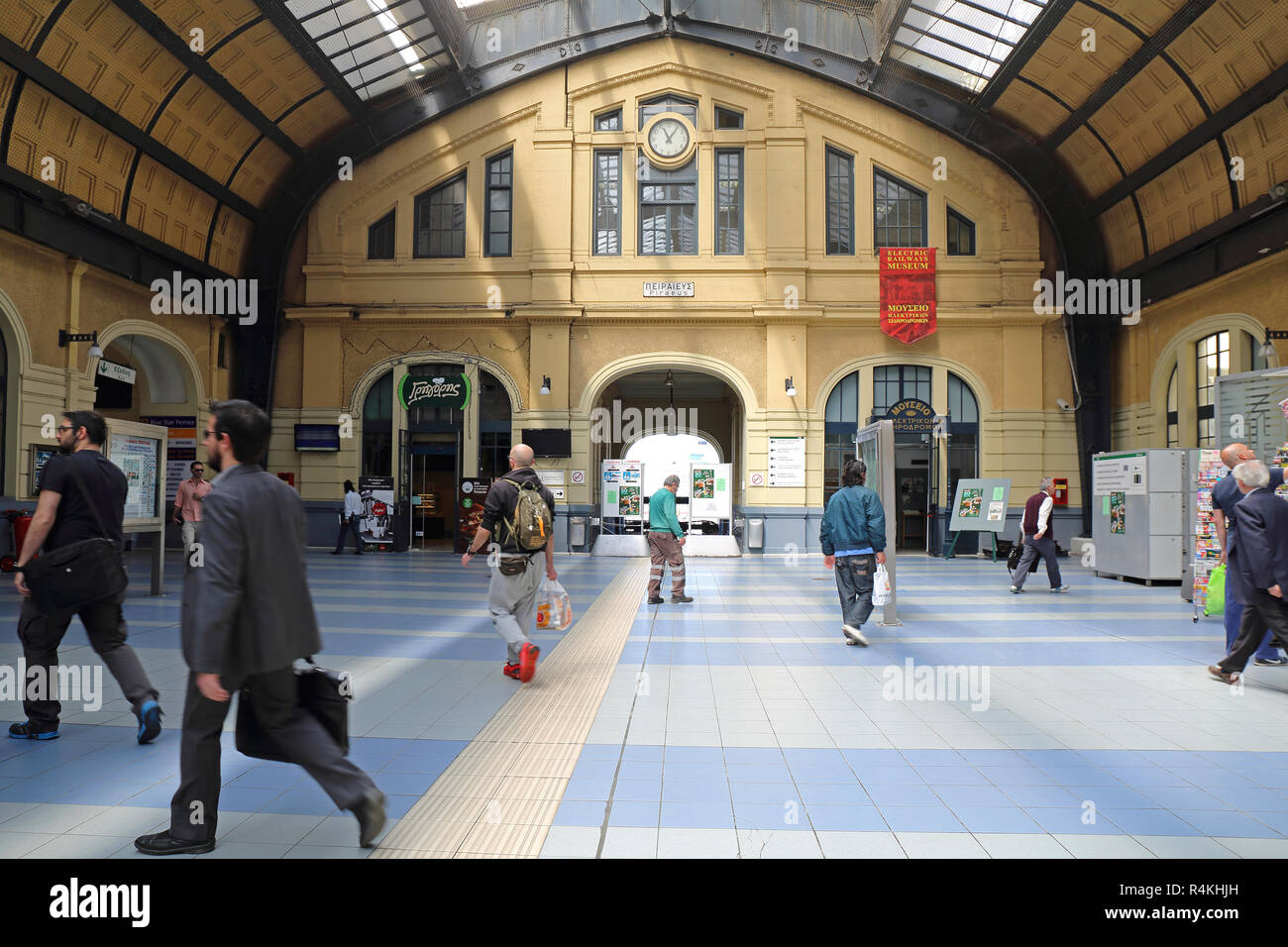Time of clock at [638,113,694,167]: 11:06
